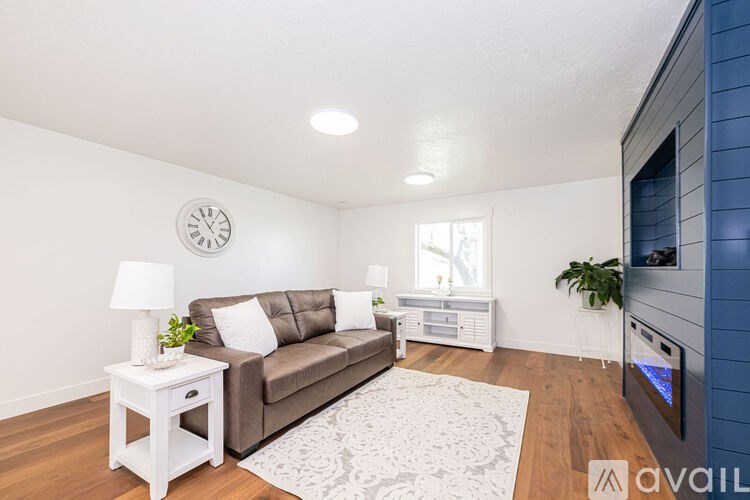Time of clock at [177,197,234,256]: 12:54
